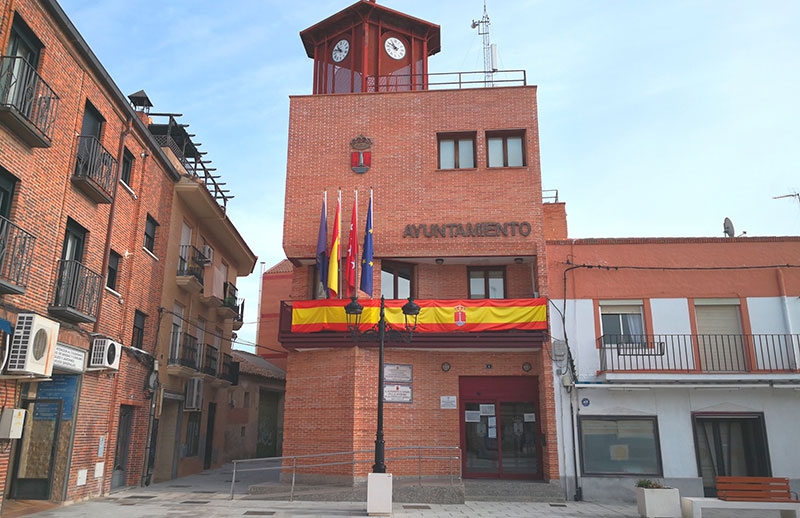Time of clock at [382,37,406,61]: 10:48
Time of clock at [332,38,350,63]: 10:48
